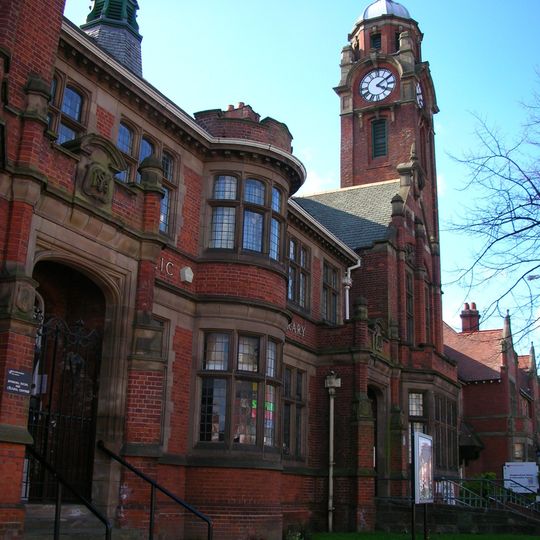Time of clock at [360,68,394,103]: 4:09
